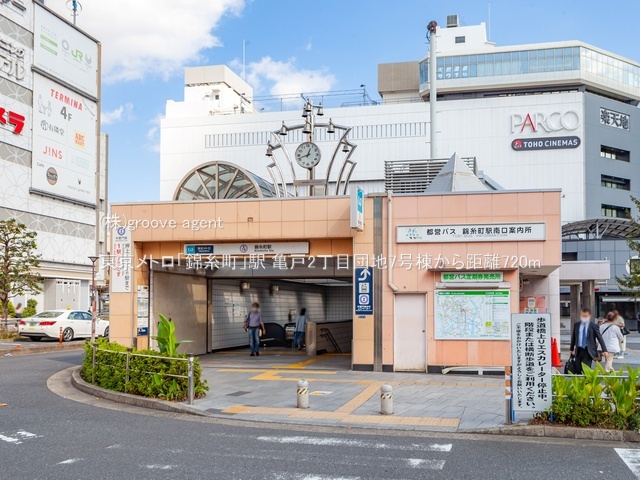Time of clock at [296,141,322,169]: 12:42
